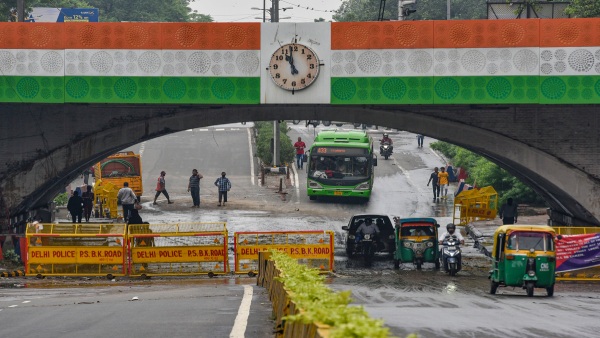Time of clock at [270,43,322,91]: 10:58
